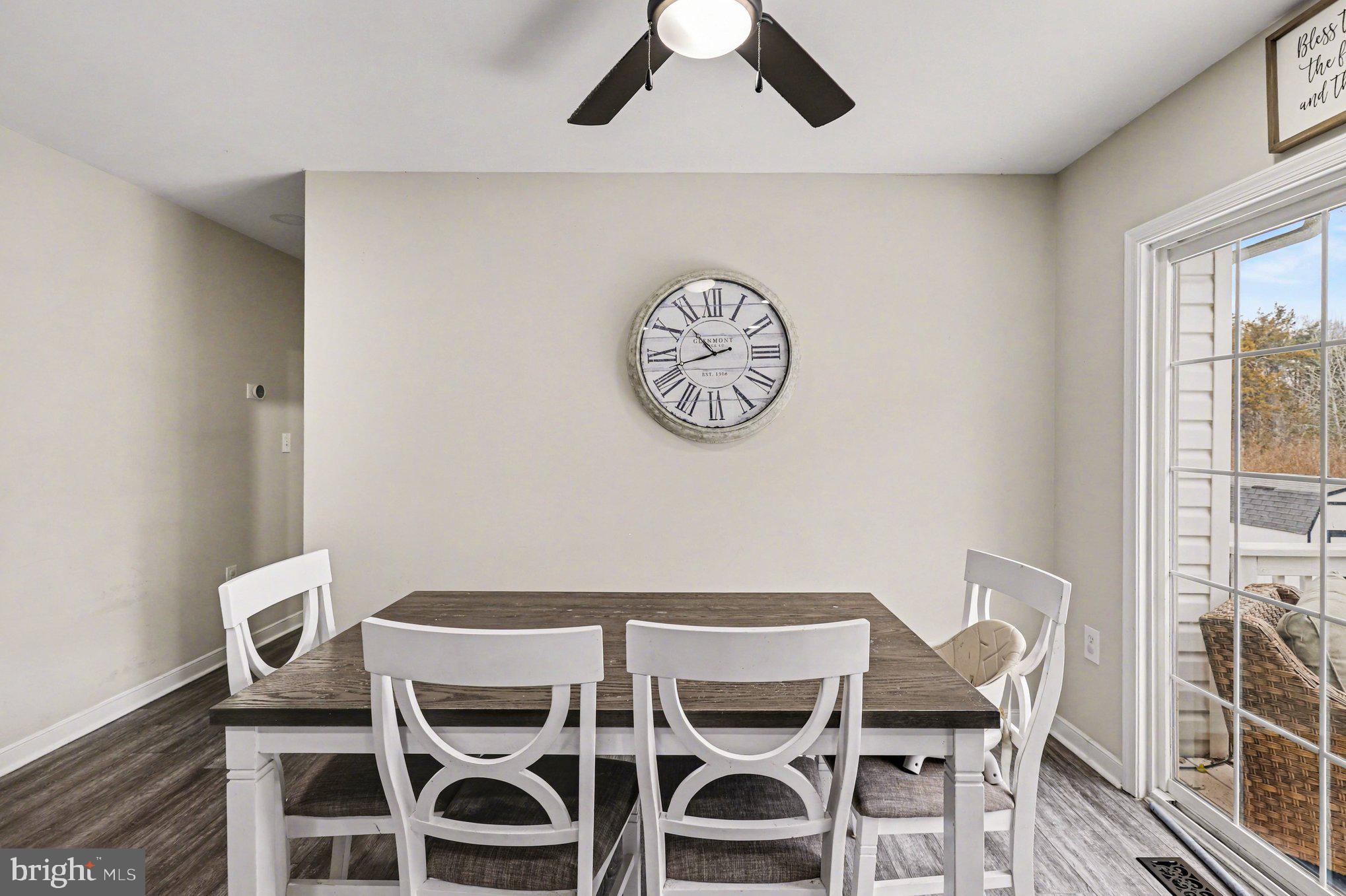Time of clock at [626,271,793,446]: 10:42
